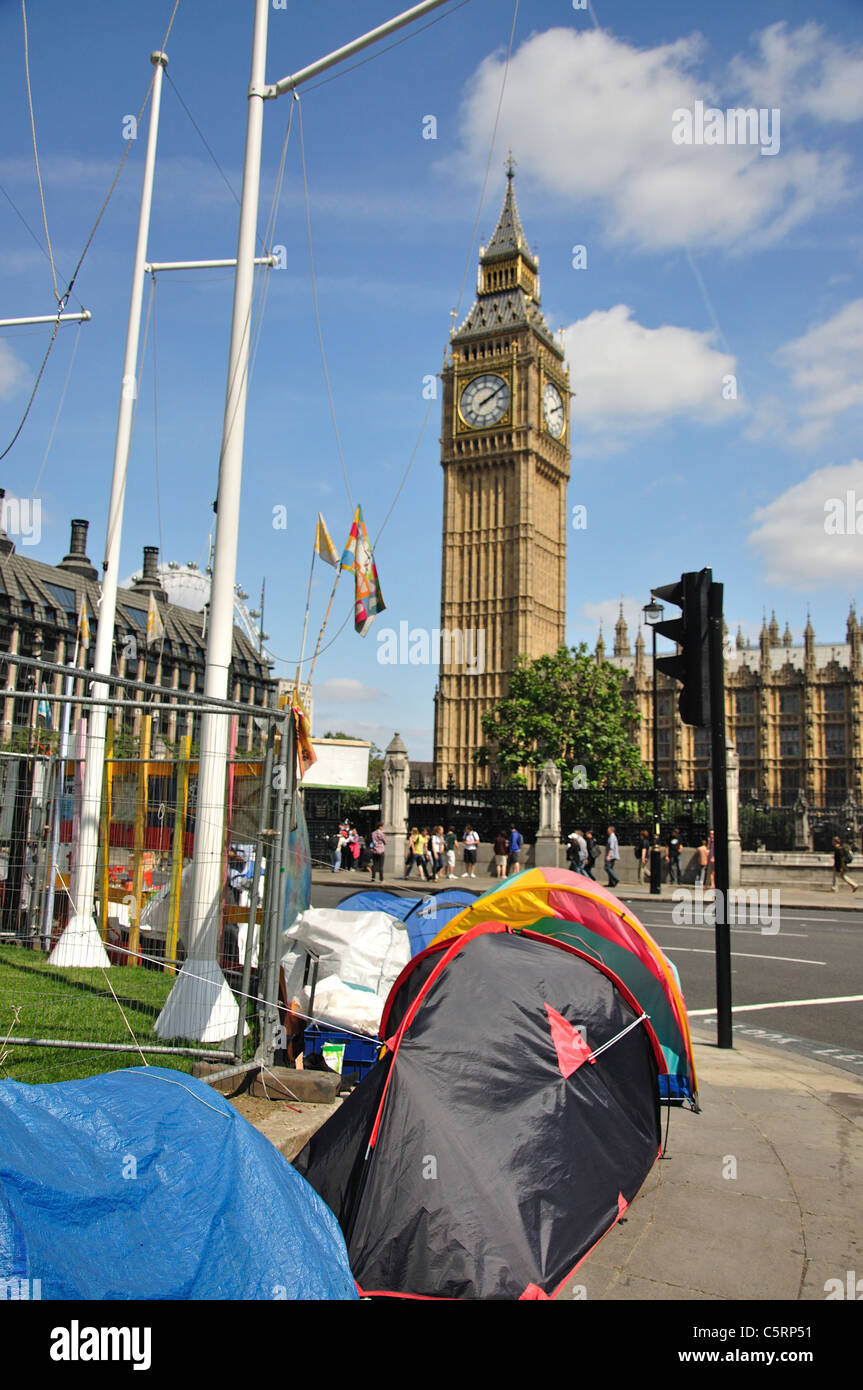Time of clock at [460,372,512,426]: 2:09
